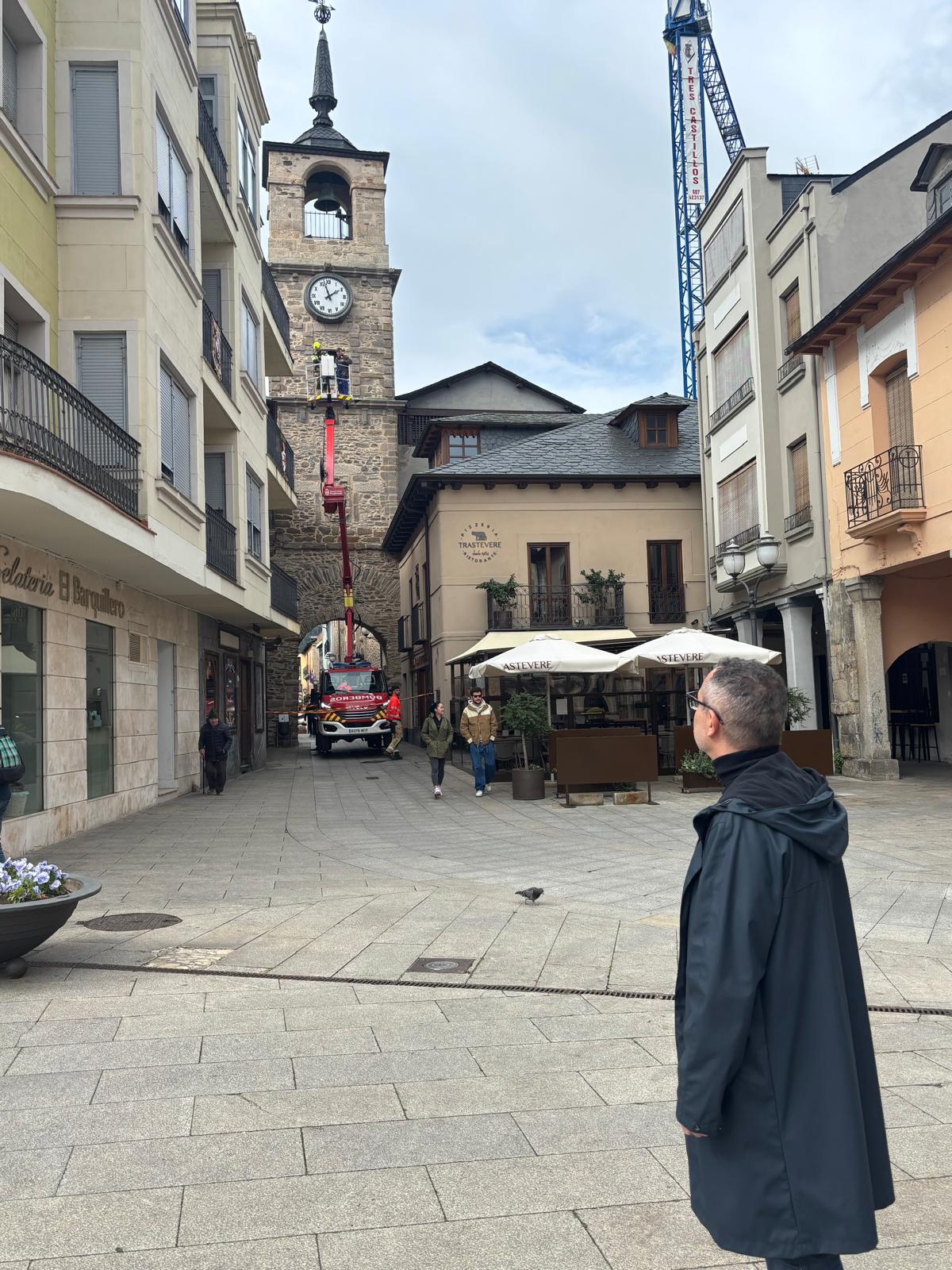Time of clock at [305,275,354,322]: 1:57
